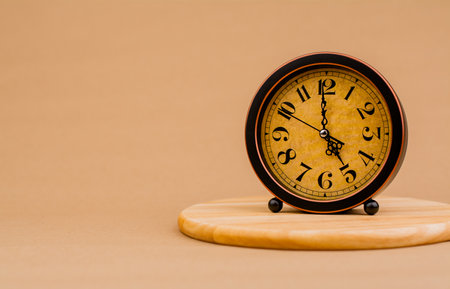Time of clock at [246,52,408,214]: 4:59
